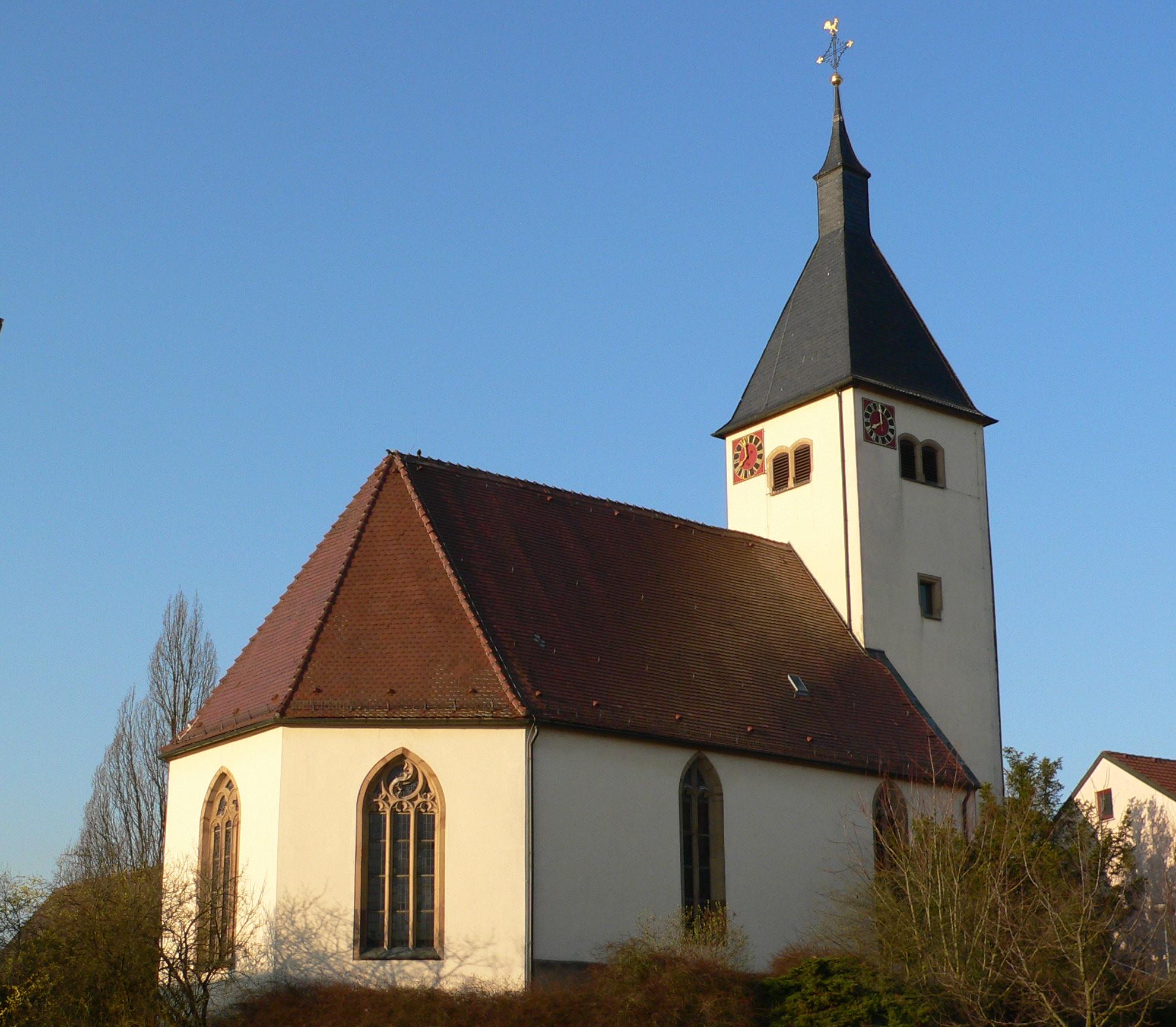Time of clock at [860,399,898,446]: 8:00
